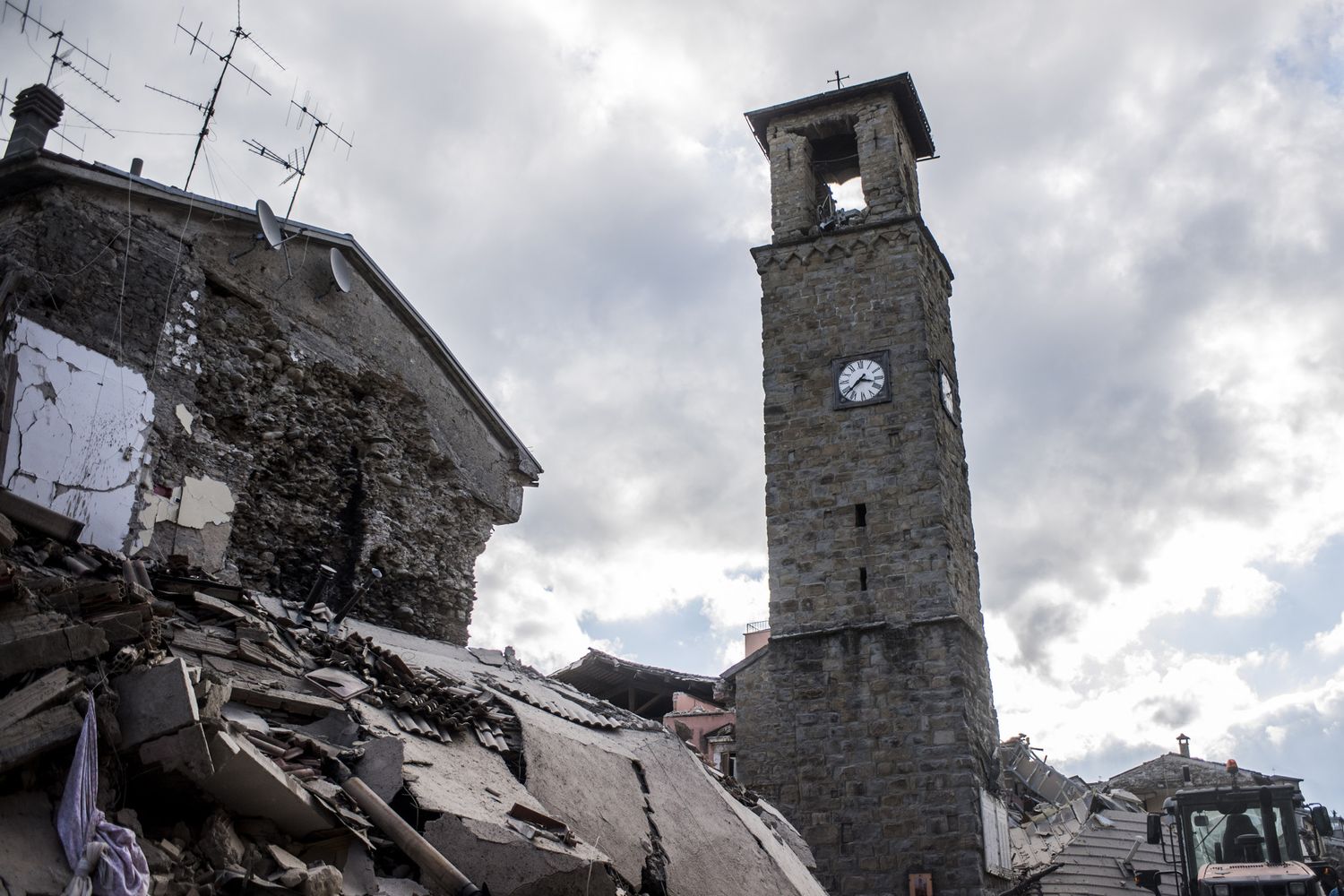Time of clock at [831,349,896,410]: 3:37
